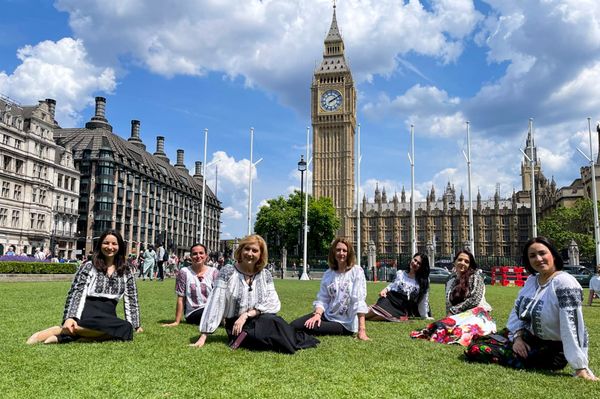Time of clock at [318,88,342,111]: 2:09
